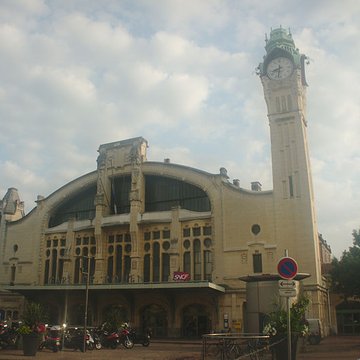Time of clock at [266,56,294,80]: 8:32
